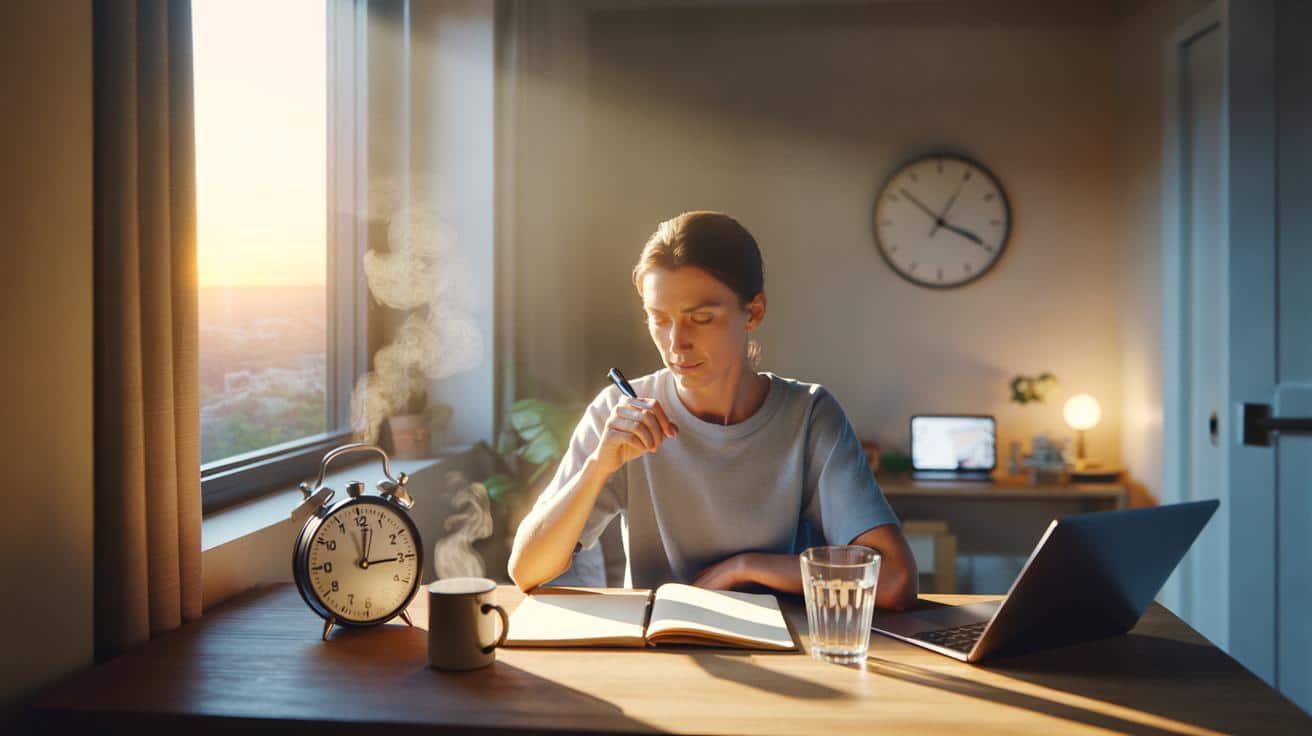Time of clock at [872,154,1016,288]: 3:51
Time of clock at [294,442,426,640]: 12:15
